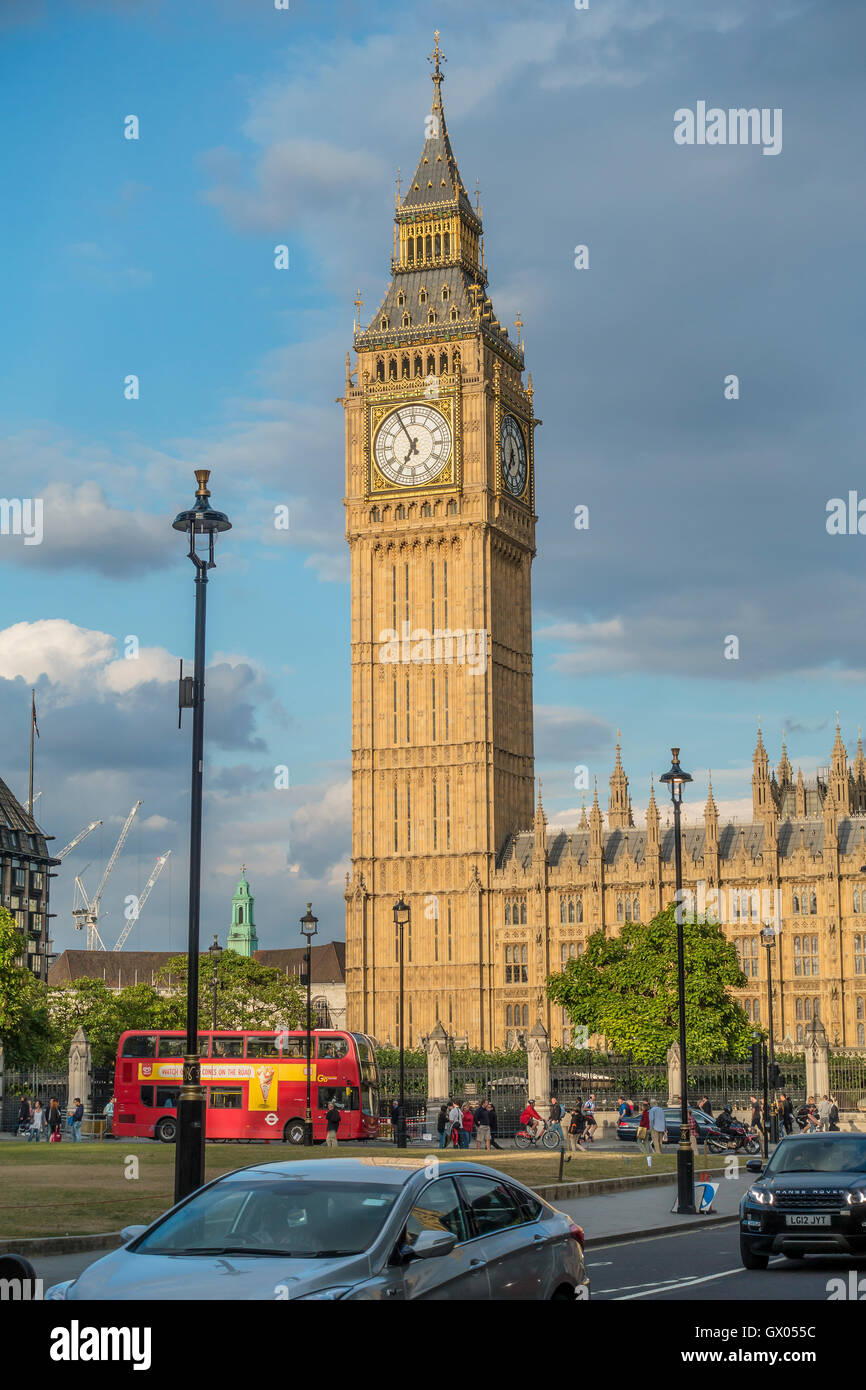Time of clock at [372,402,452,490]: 6:55
